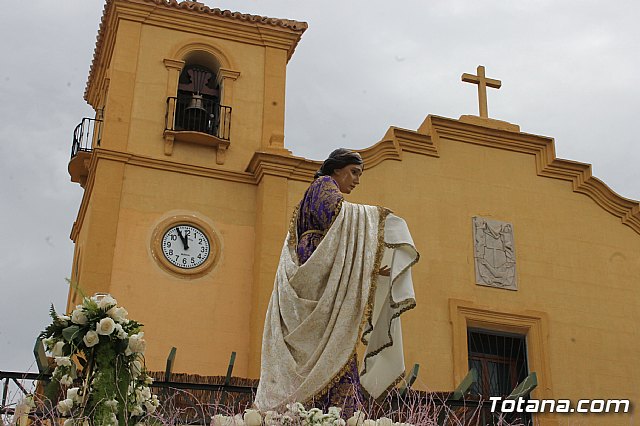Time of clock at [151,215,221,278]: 11:54
